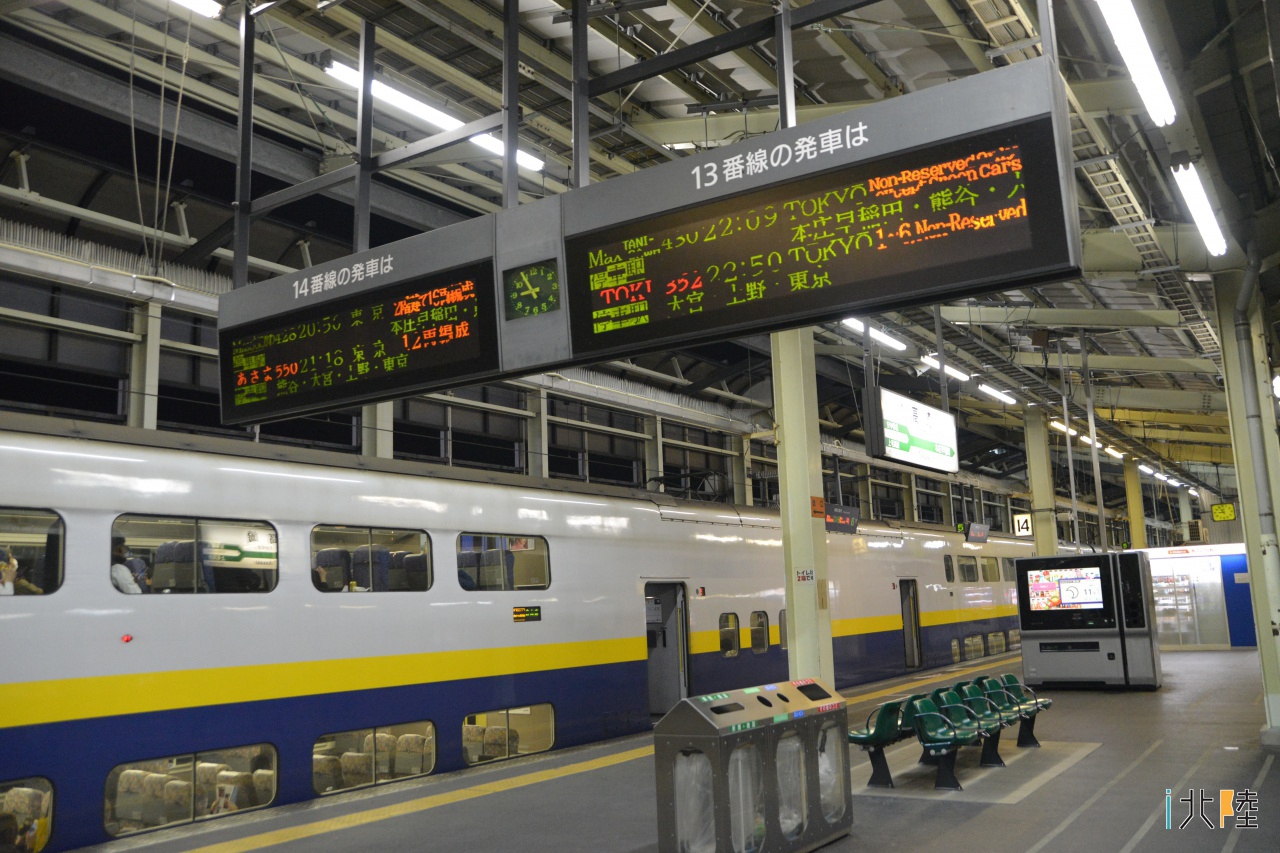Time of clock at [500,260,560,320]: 8:54
